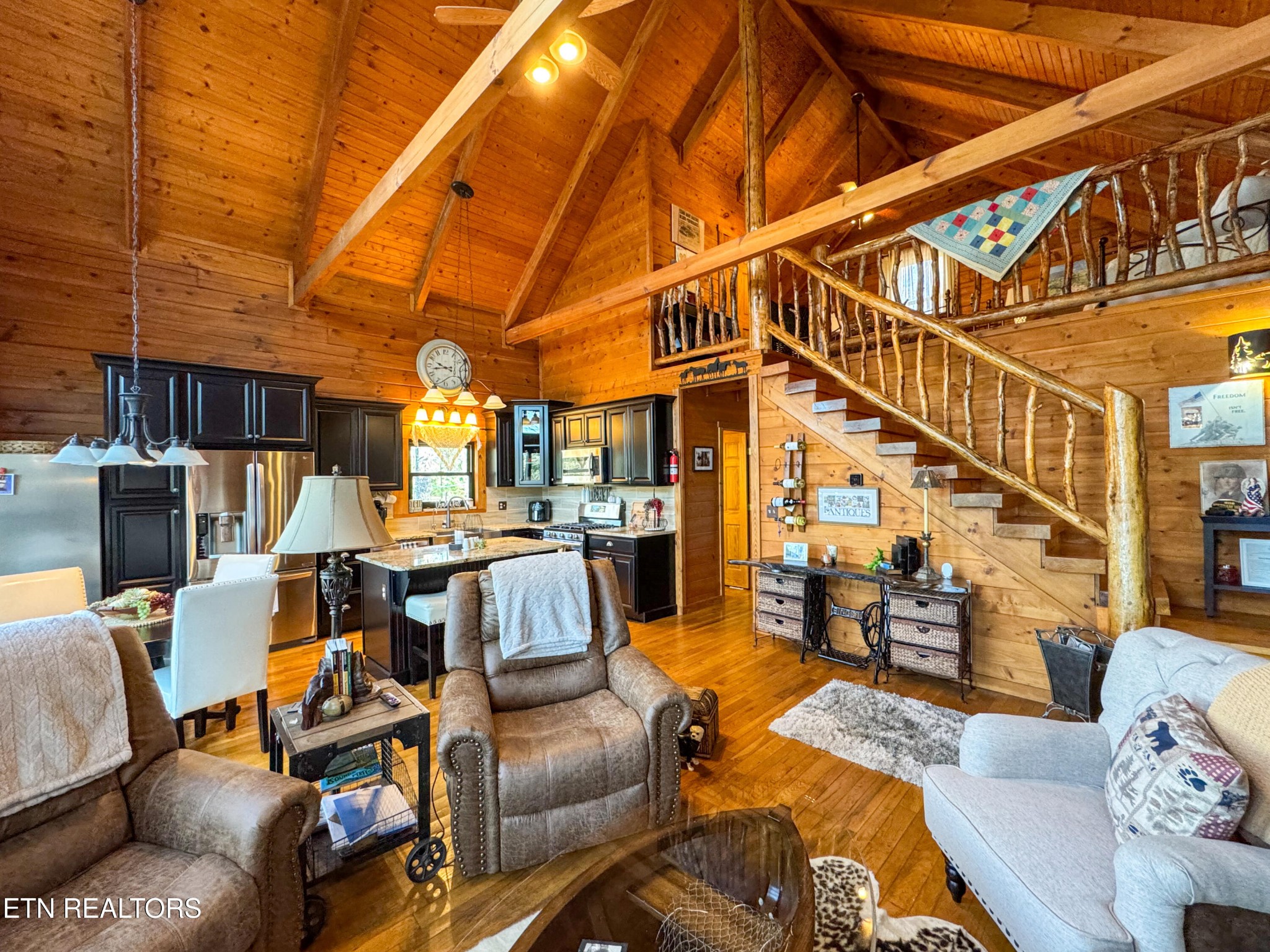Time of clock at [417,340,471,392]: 9:42
